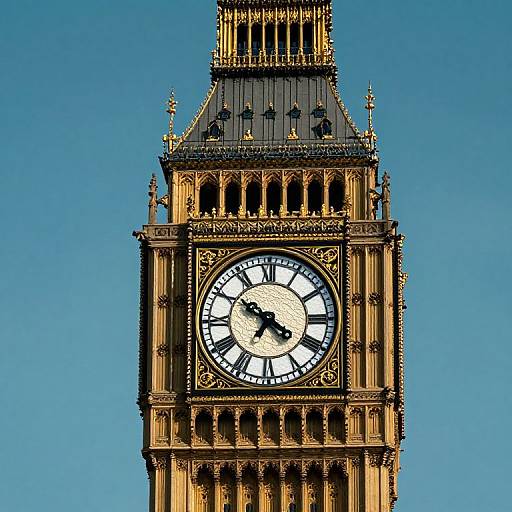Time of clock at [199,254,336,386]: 6:50
